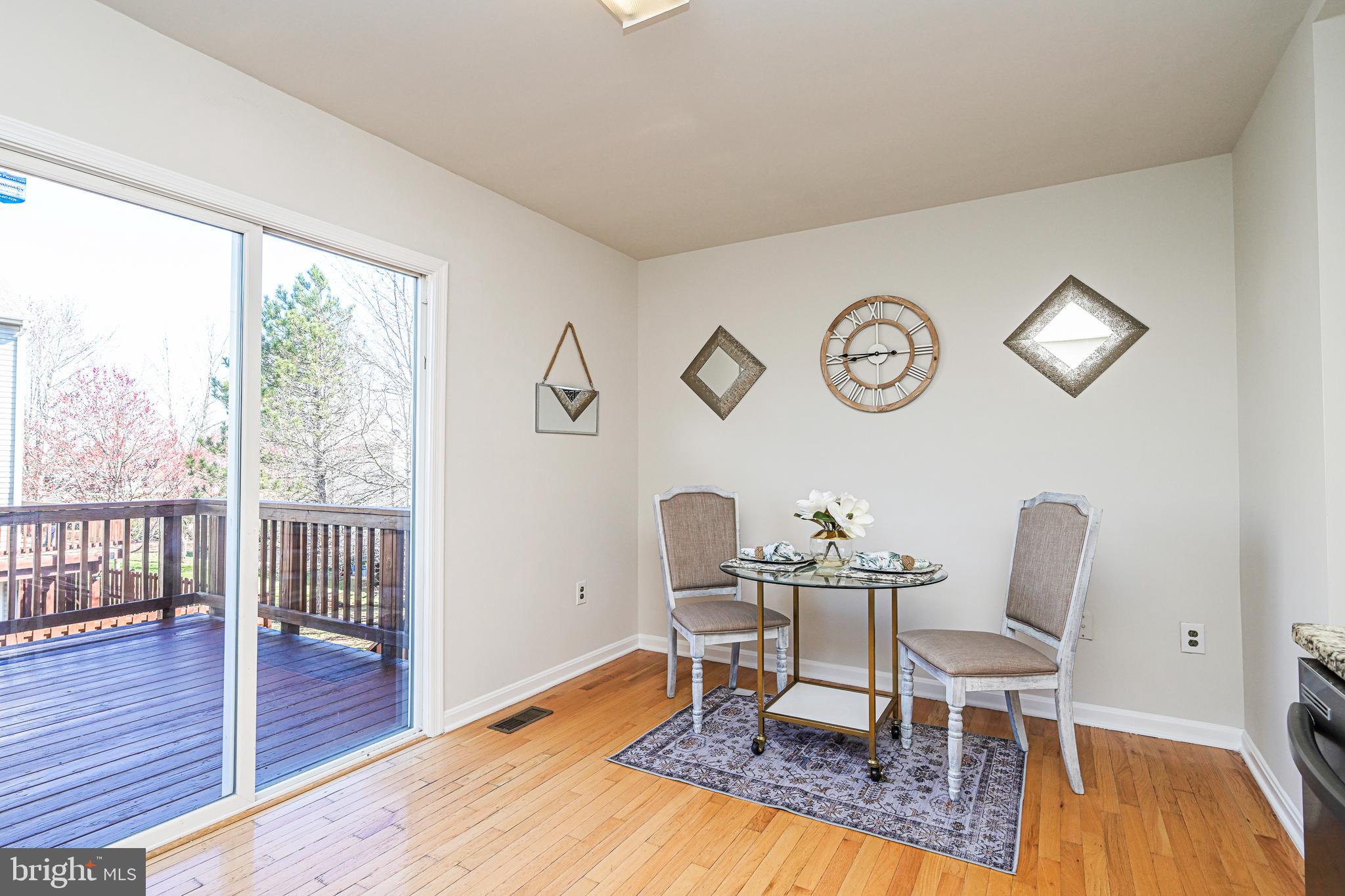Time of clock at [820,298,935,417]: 8:44
